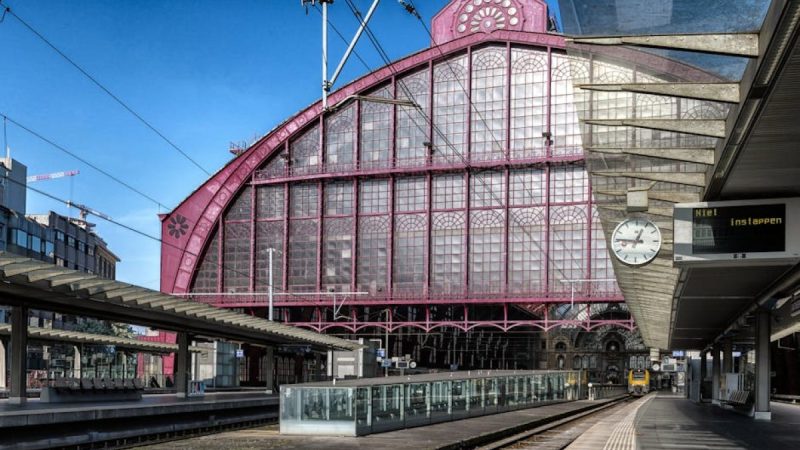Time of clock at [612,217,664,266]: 12:46
